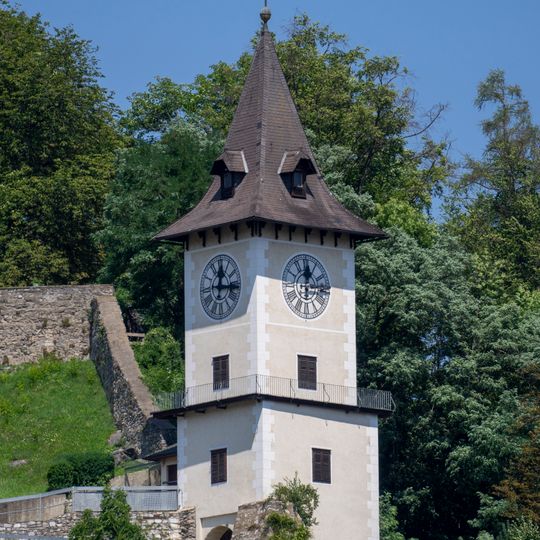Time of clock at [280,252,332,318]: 12:14
